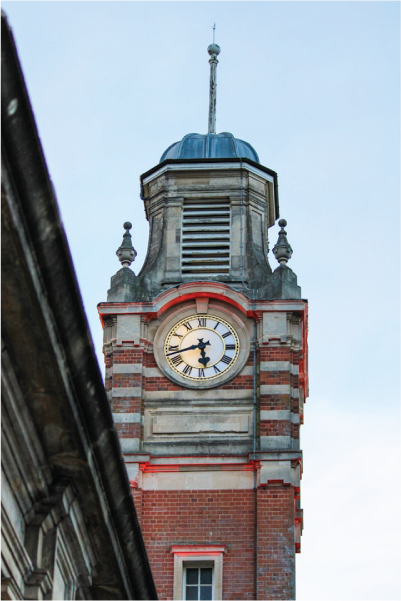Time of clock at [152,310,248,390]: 5:42
